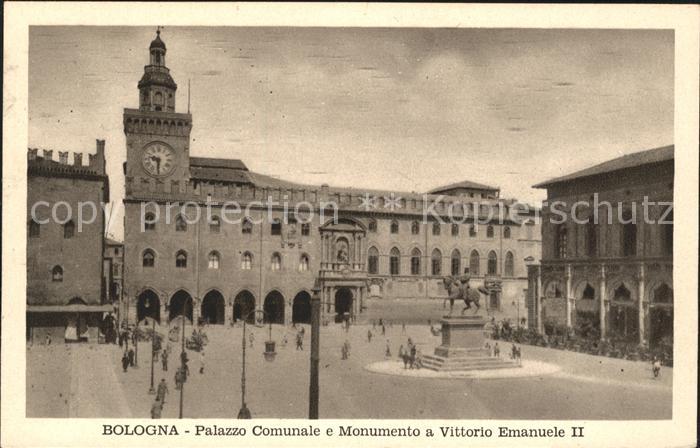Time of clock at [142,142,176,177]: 9:31
